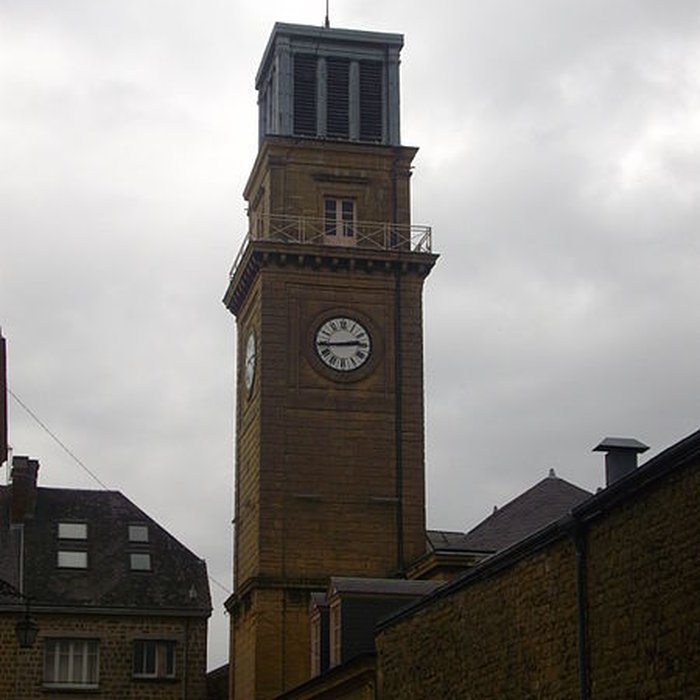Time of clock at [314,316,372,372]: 2:43
